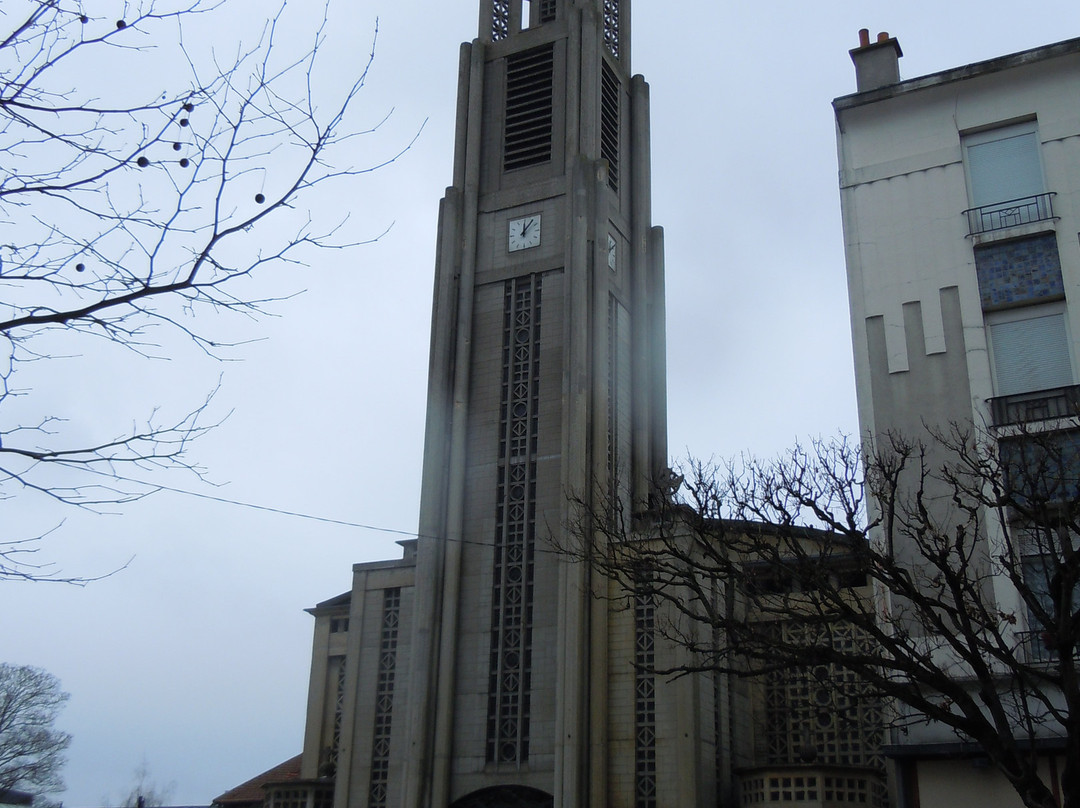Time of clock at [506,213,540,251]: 12:06
